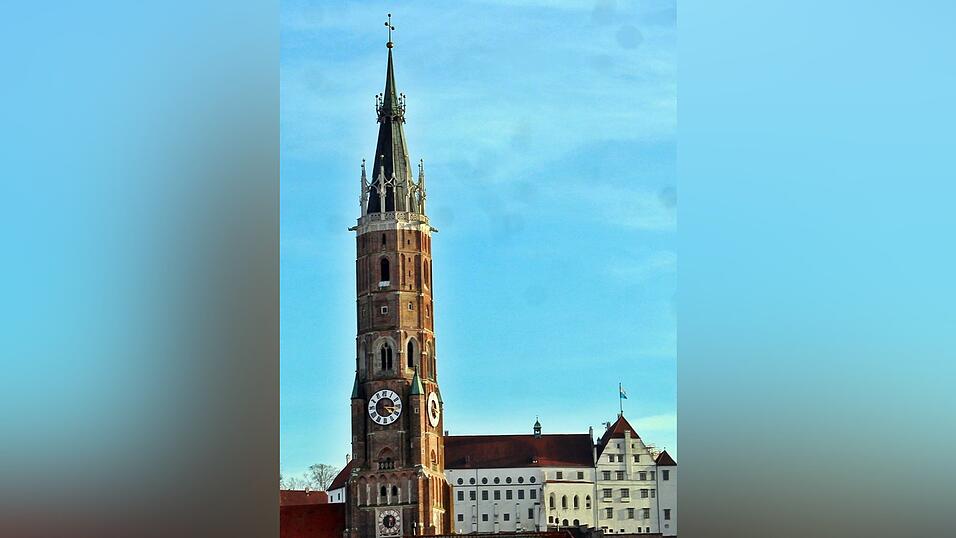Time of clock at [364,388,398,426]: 4:15
